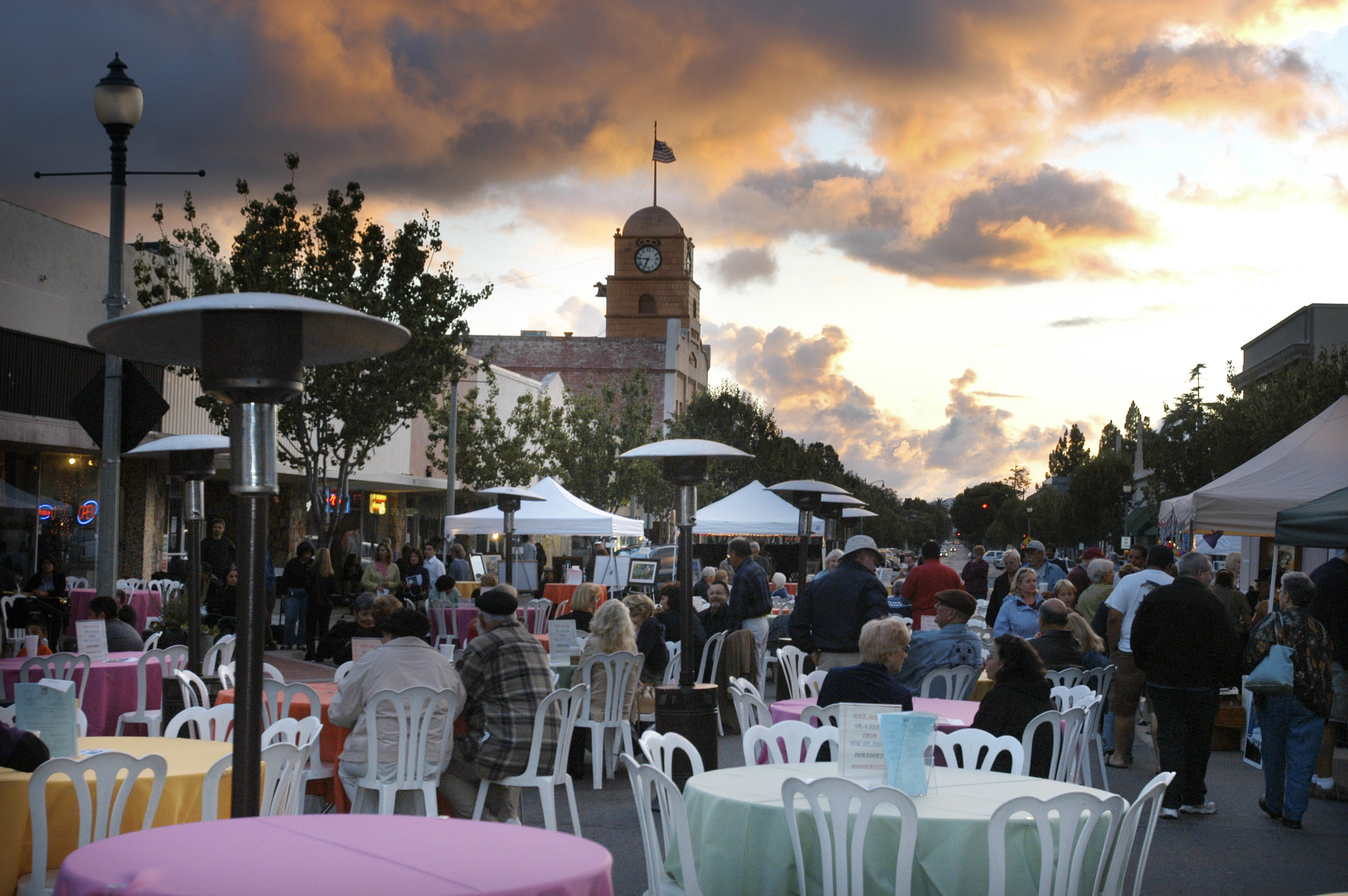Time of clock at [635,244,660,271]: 6:46
